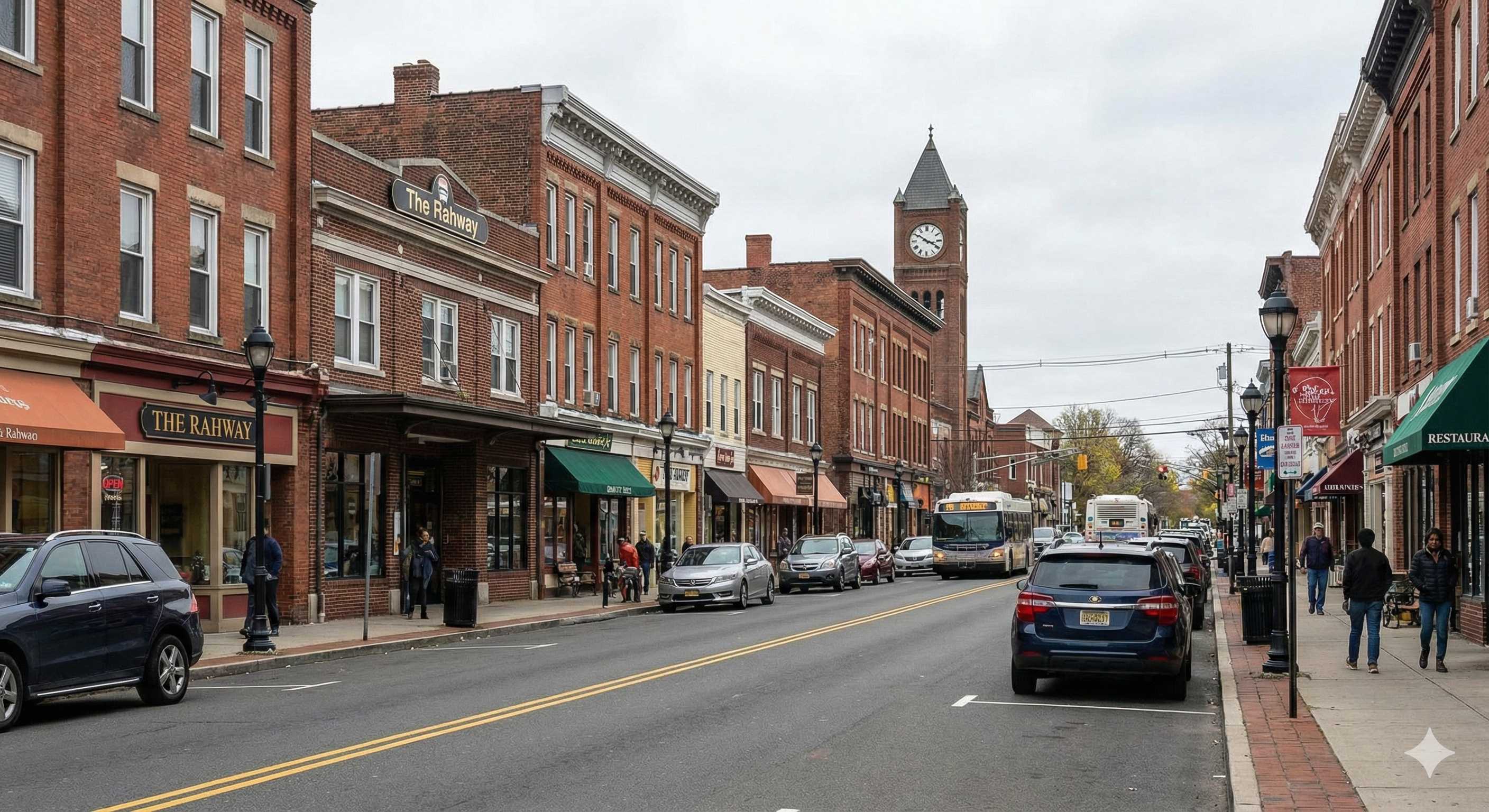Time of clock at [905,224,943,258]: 3:50
